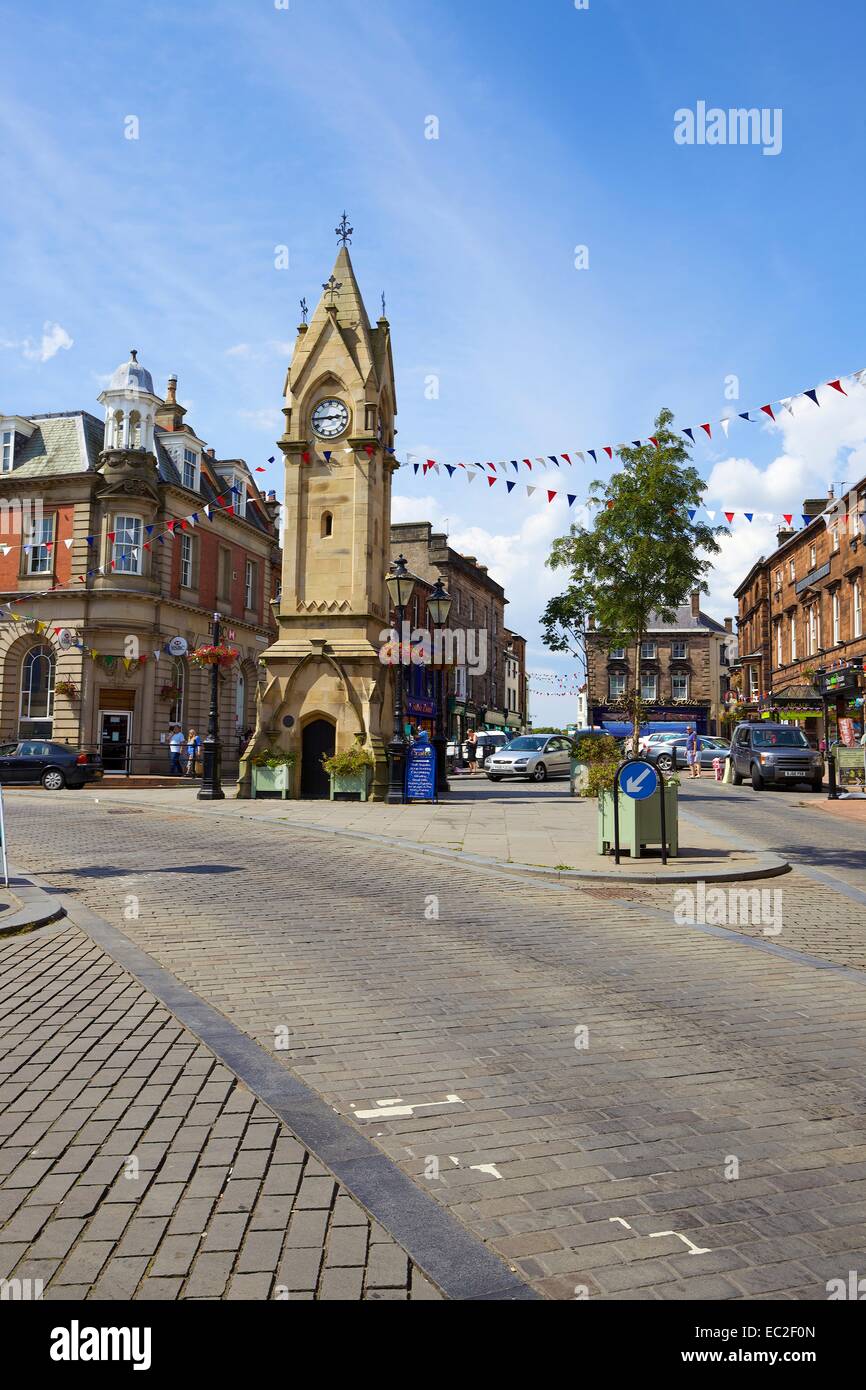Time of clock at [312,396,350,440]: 2:45
